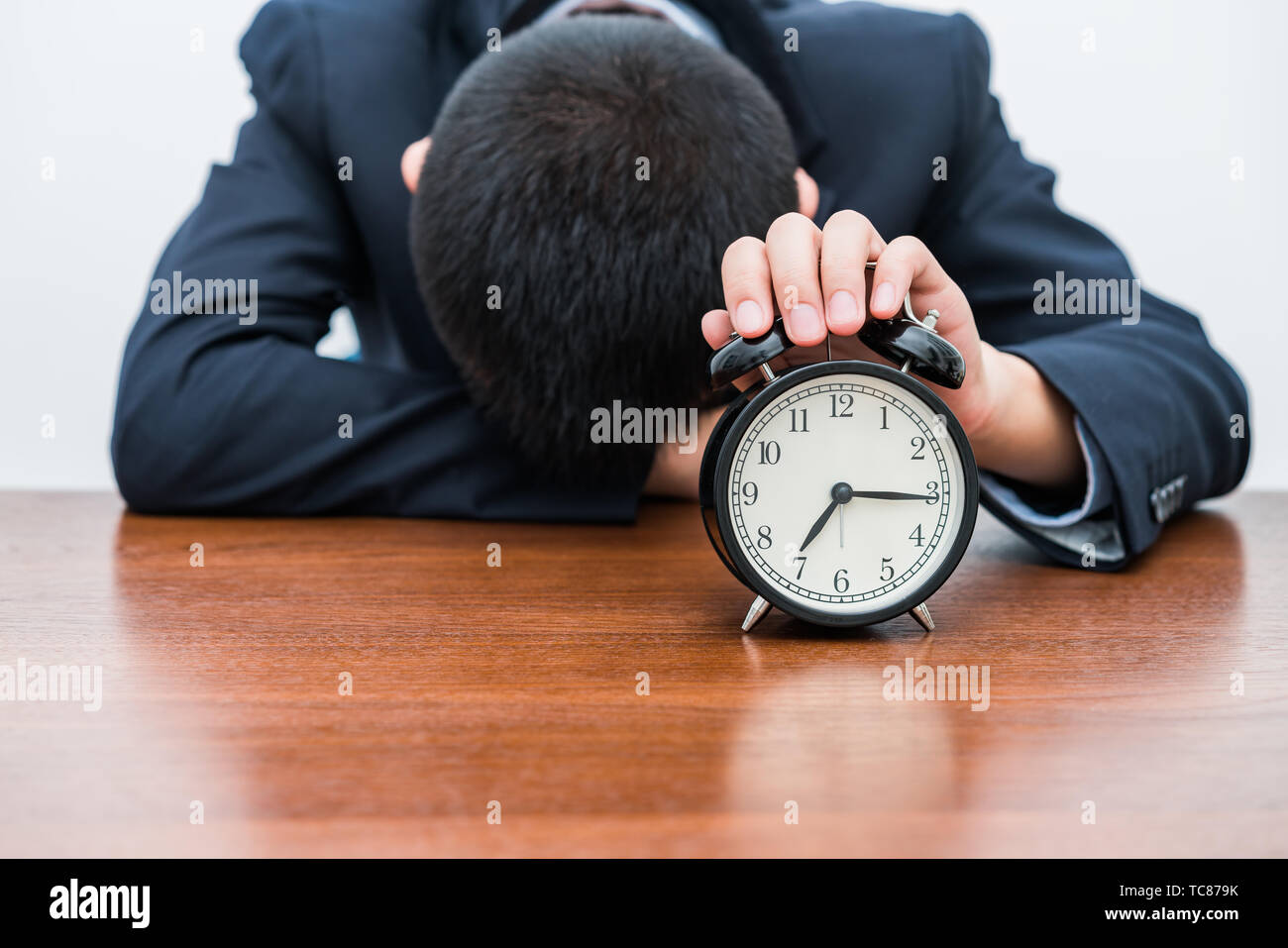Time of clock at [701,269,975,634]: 7:15
